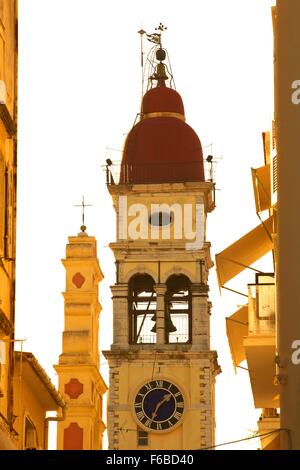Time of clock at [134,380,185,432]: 1:34
